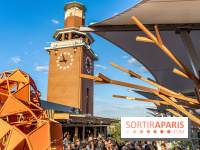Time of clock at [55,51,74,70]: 8:56
